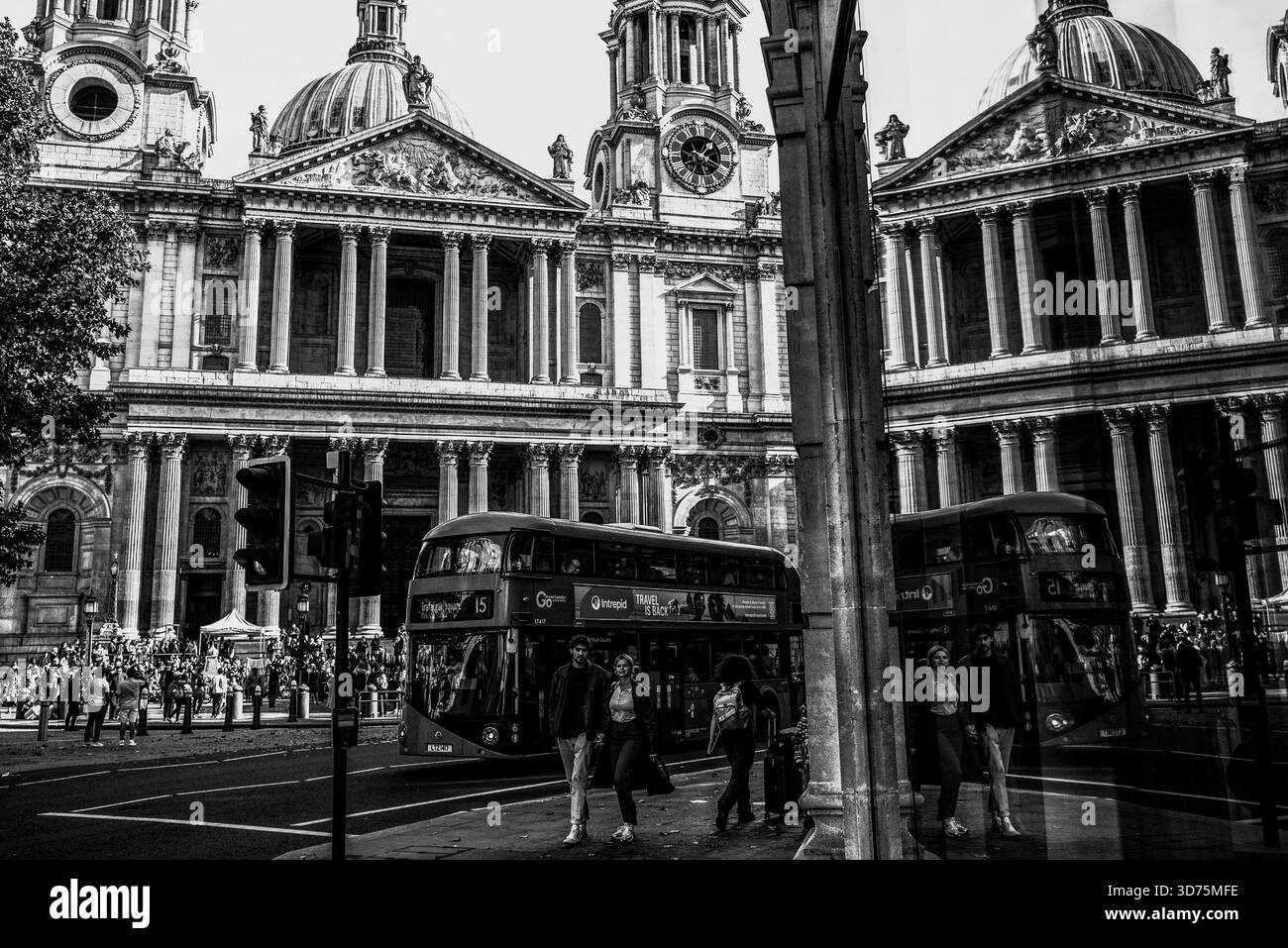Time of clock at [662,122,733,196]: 1:19
